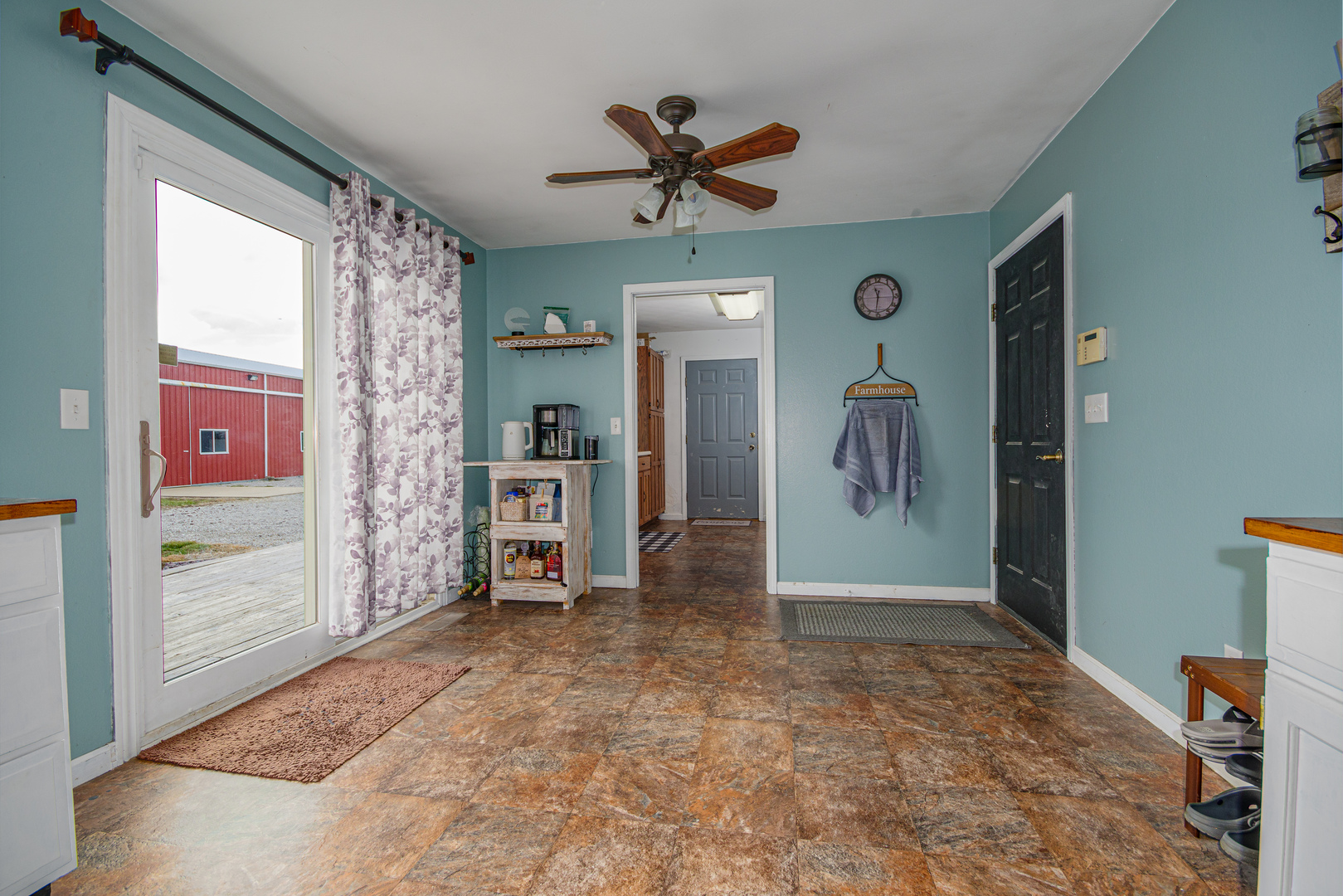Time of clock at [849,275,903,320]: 11:31
